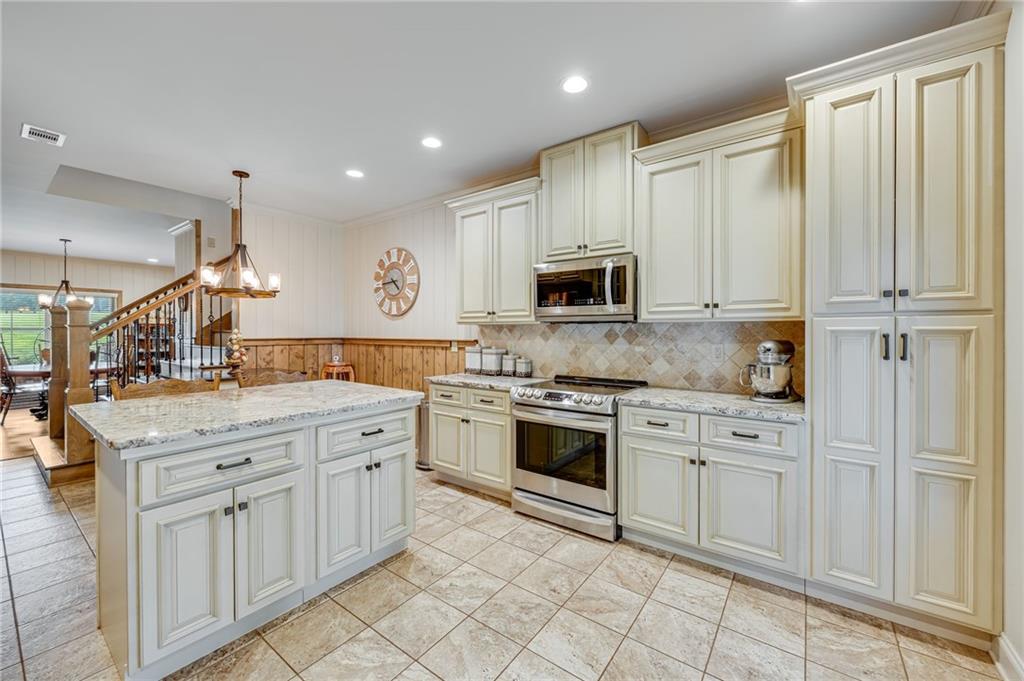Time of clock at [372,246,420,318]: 4:44
